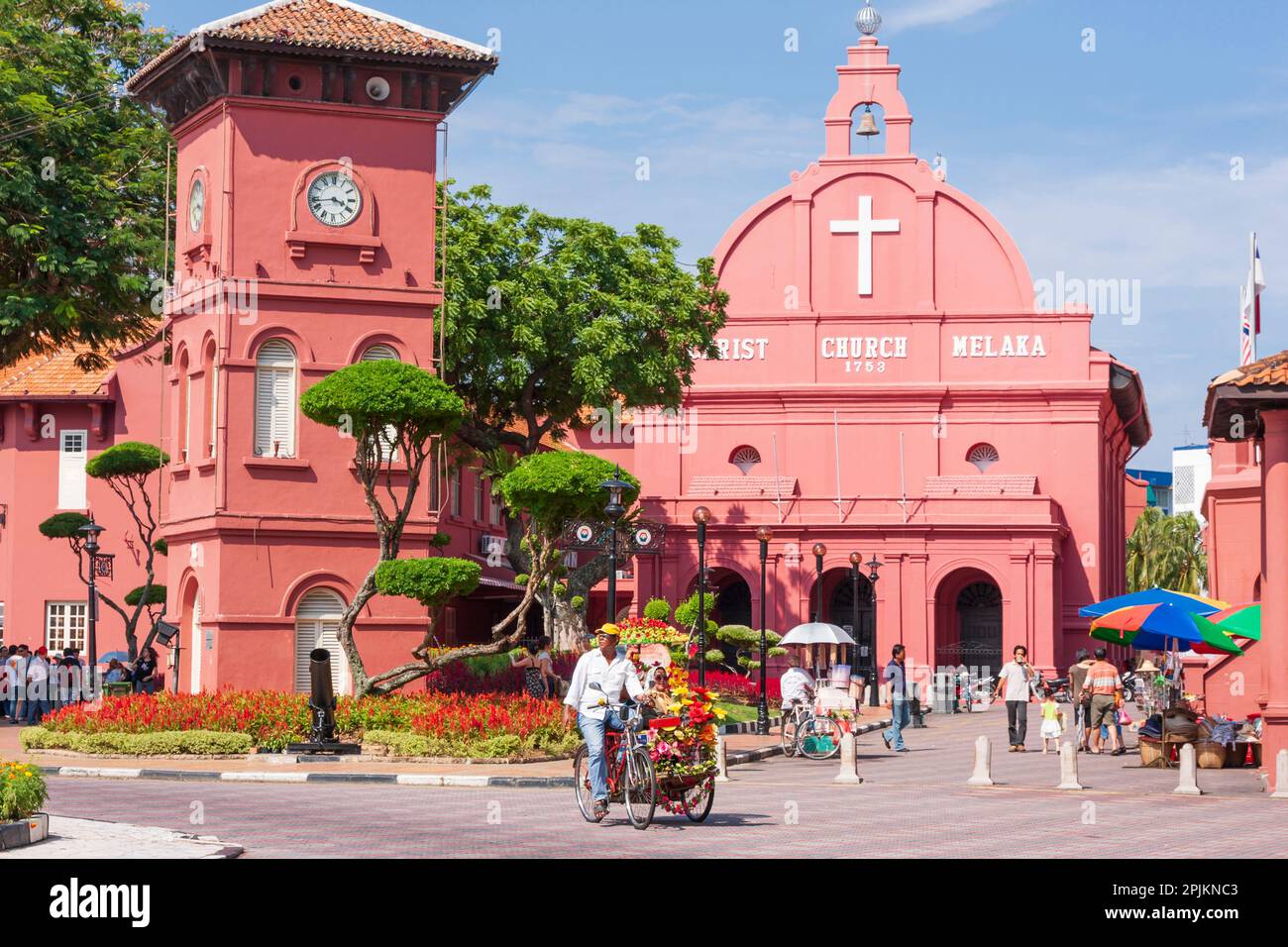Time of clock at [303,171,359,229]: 3:43
